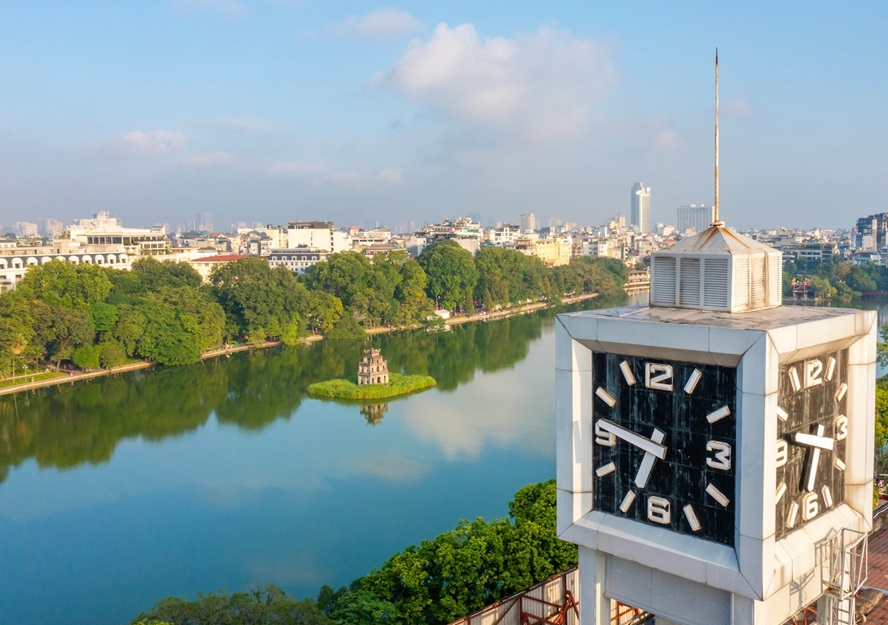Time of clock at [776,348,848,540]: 6:47
